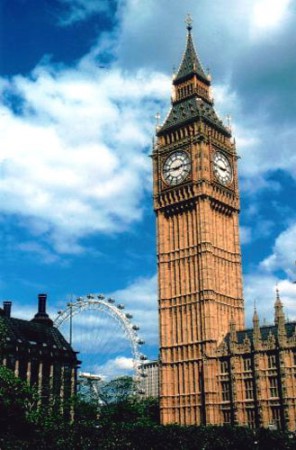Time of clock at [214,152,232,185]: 2:46
